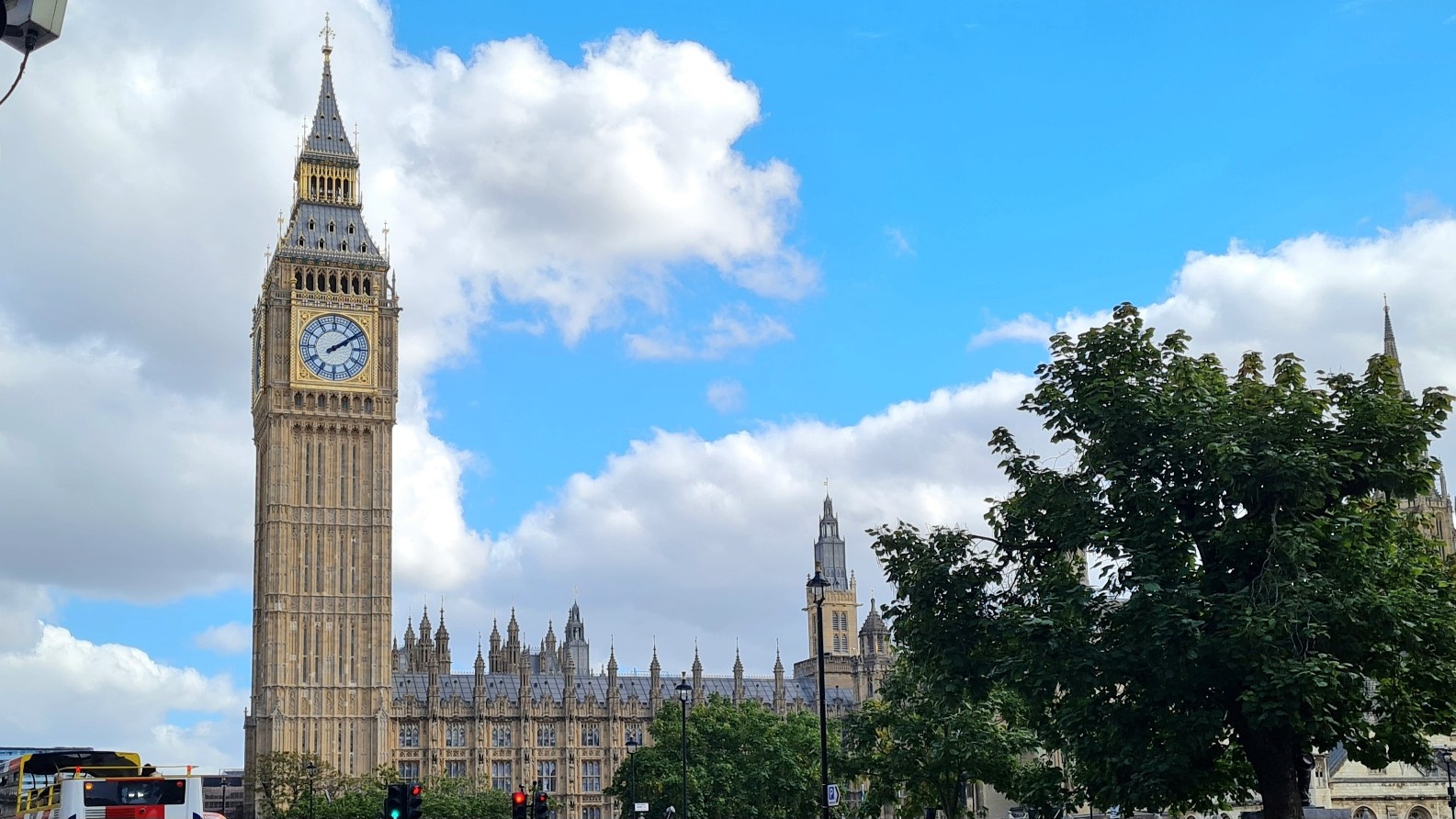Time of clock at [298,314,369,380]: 2:09
